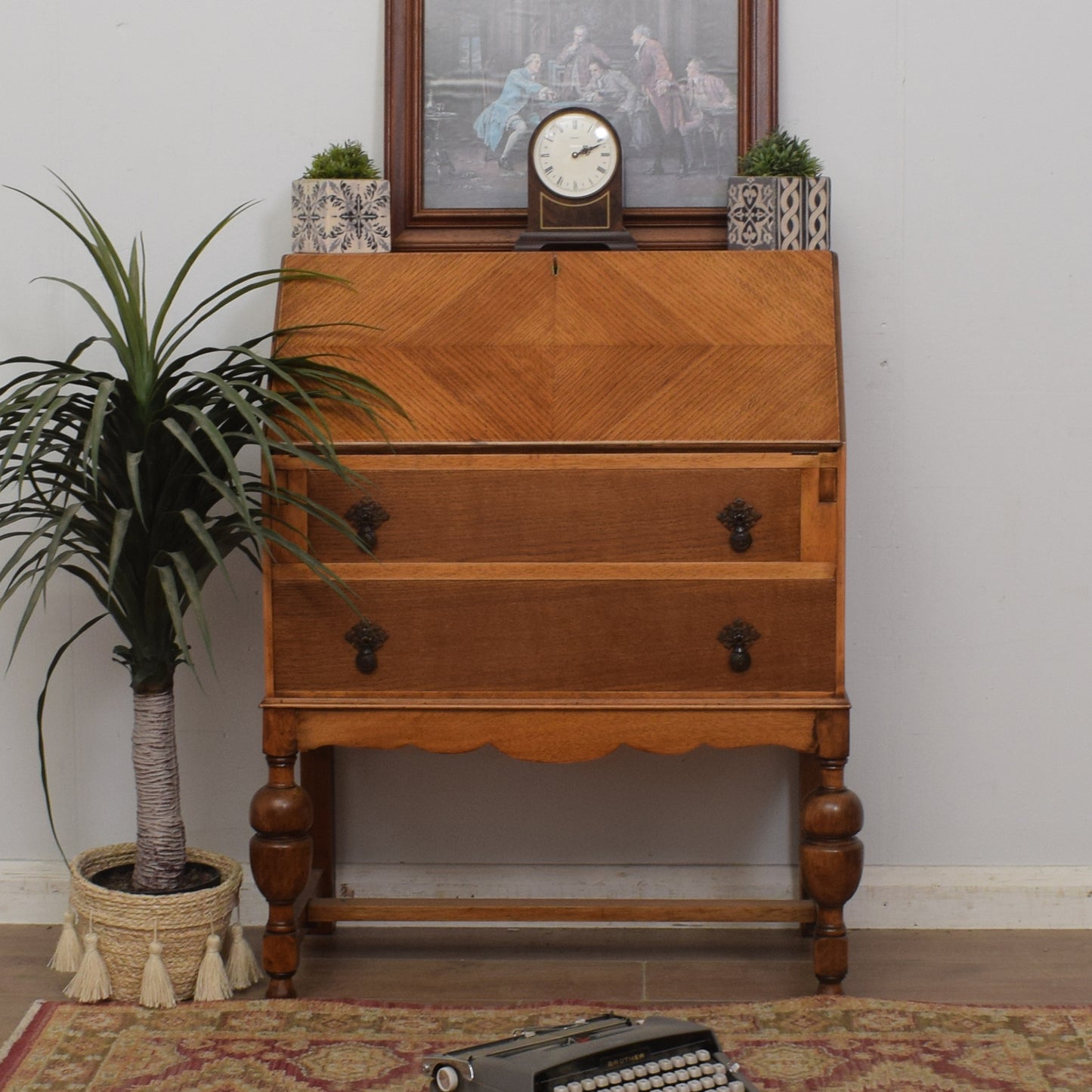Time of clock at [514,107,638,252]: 2:11
